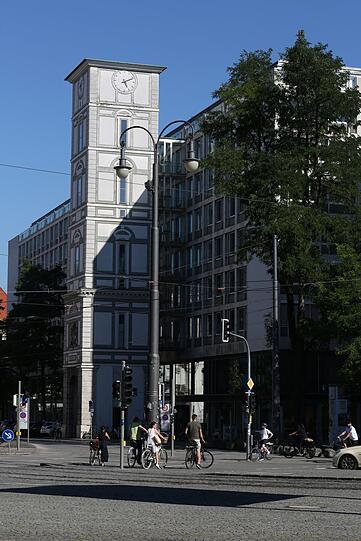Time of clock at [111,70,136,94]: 5:10
